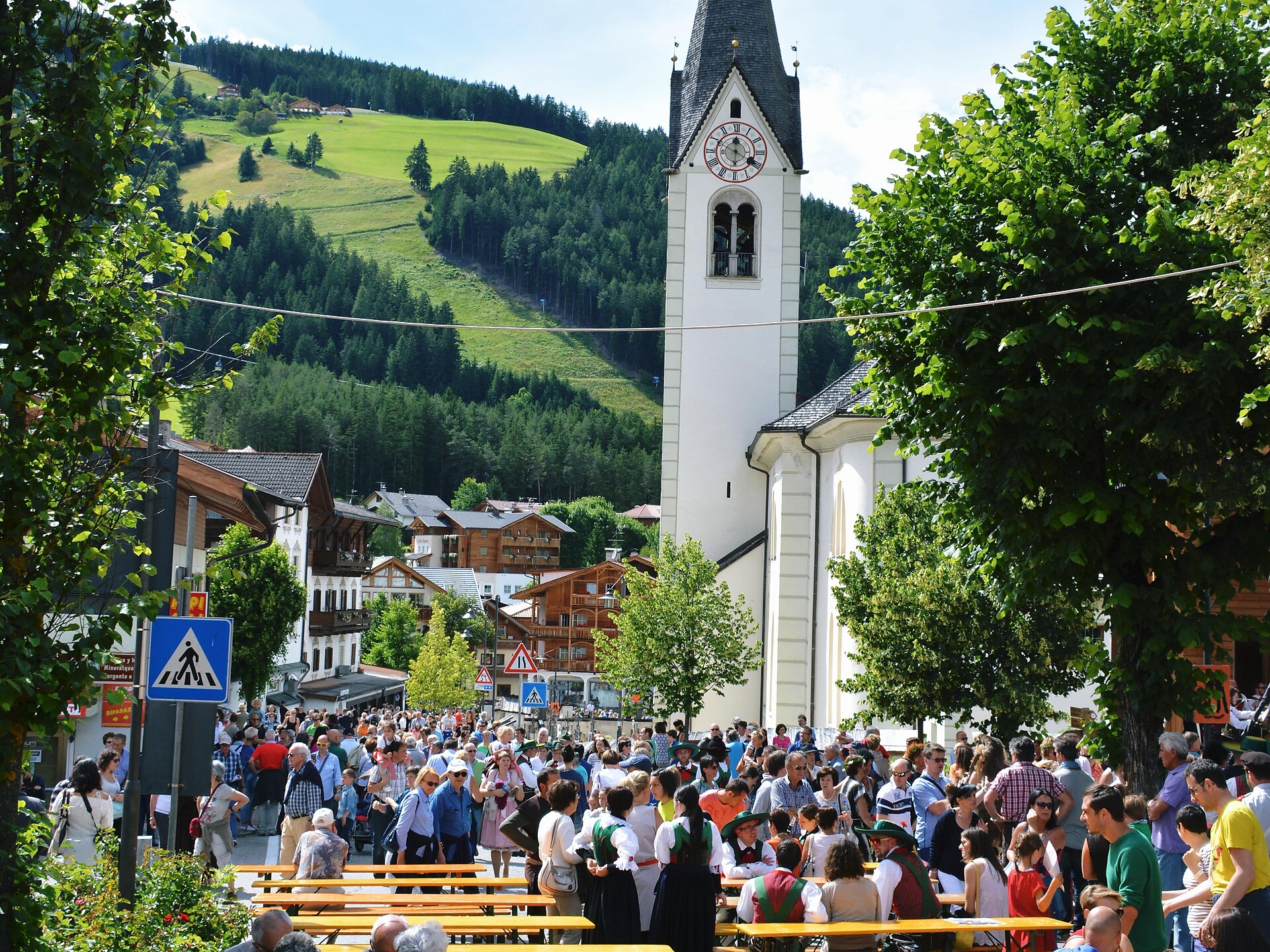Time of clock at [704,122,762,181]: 12:19
